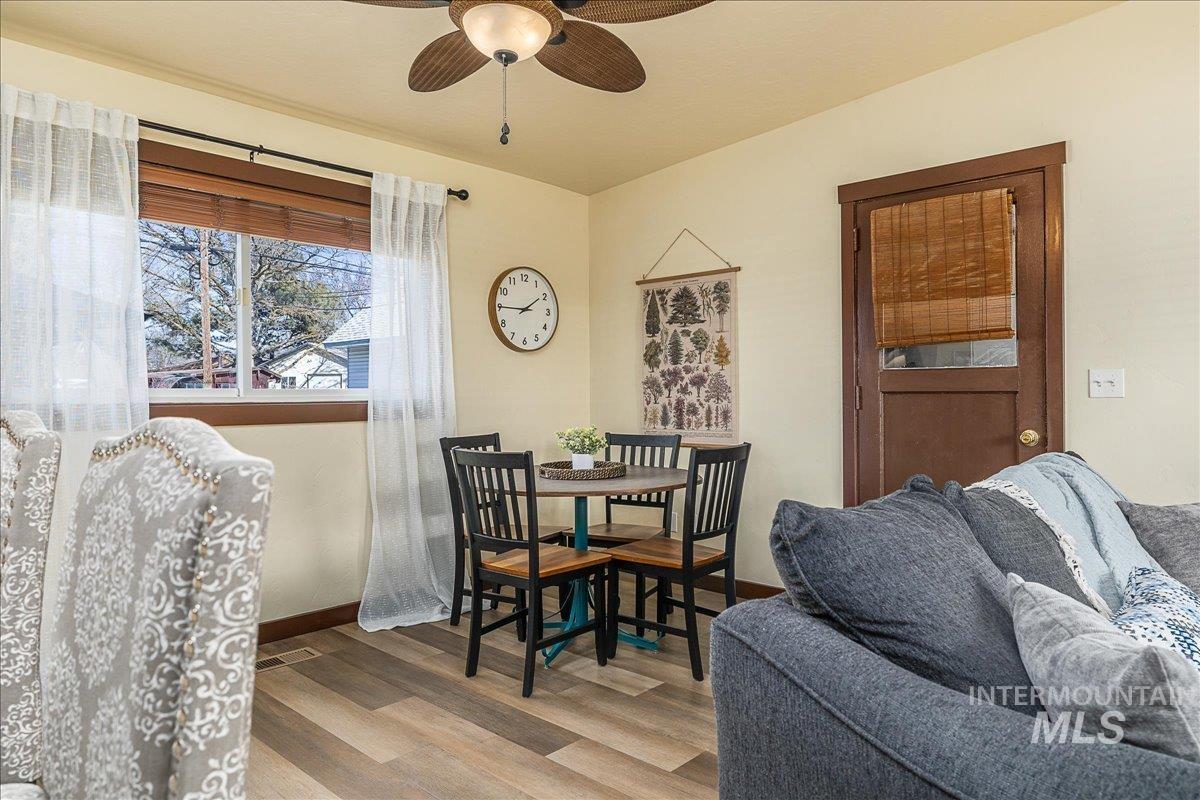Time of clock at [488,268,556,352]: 1:45
